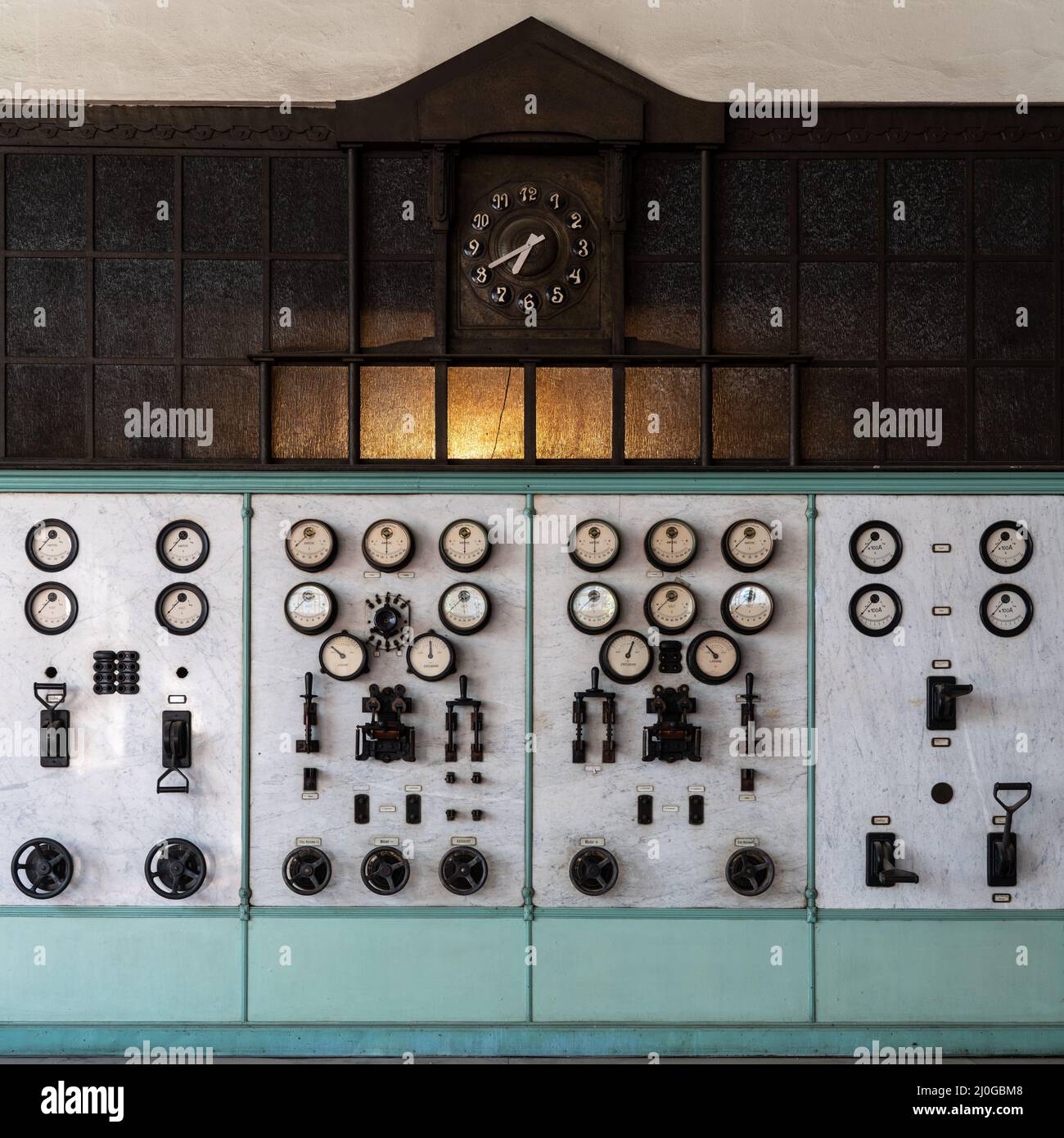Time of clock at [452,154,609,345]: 6:40
